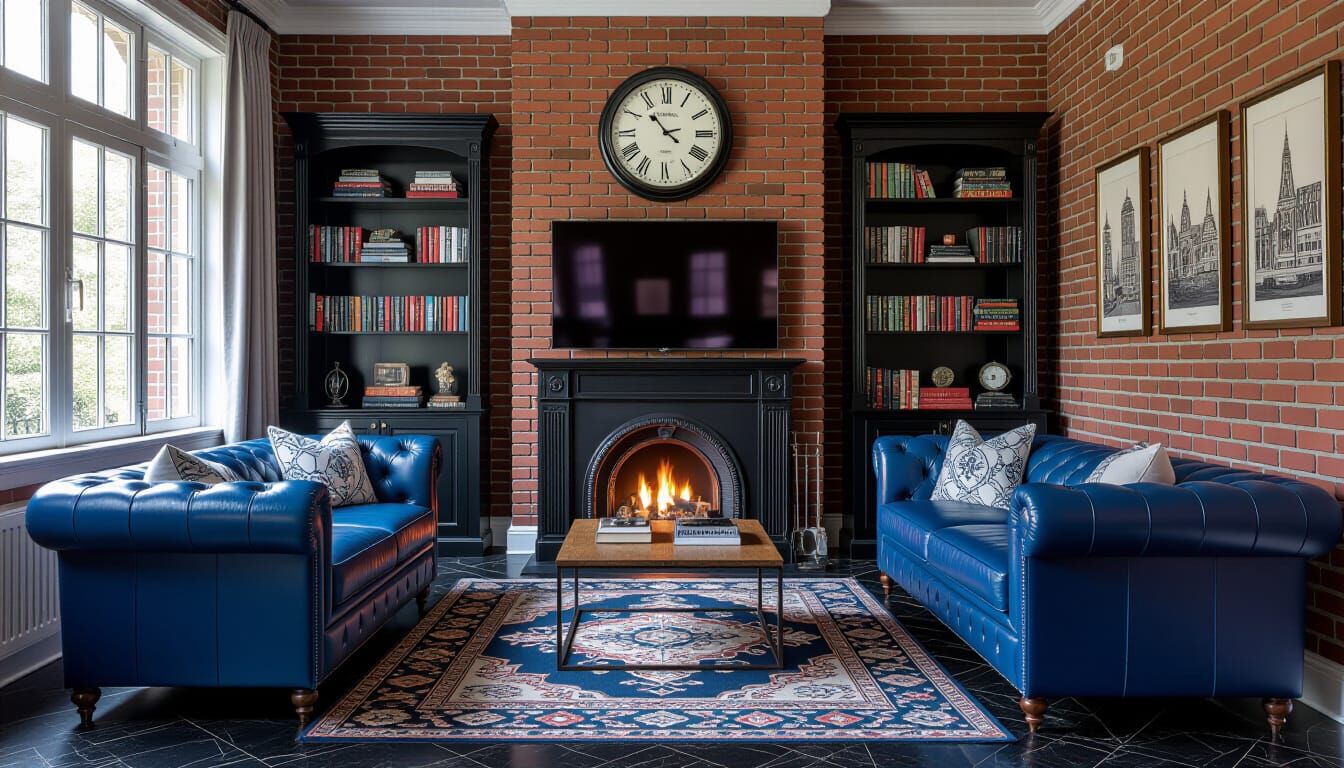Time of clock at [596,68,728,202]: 3:53
